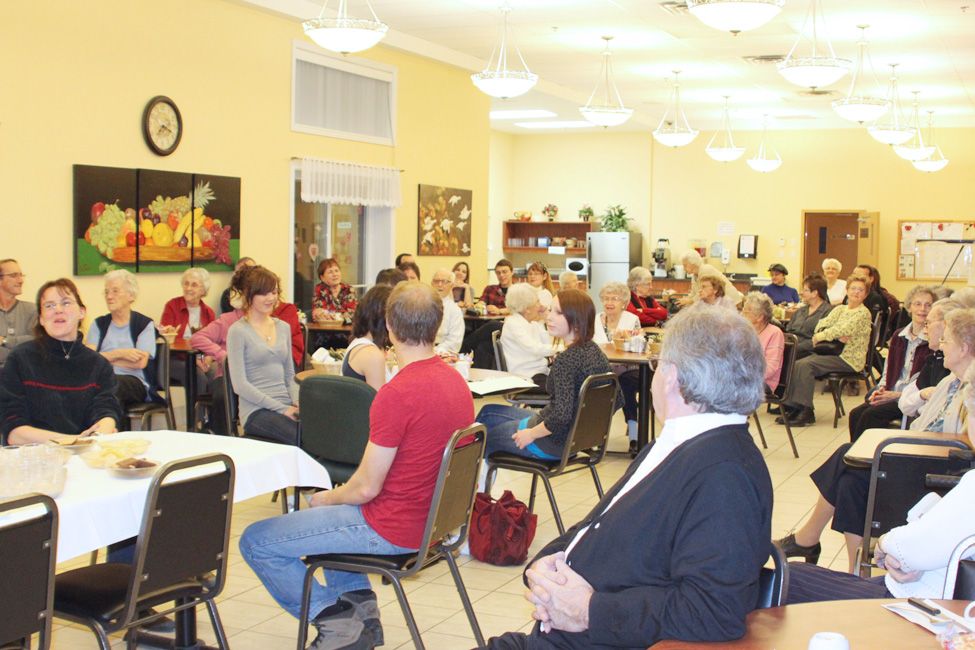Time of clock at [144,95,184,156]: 7:18
